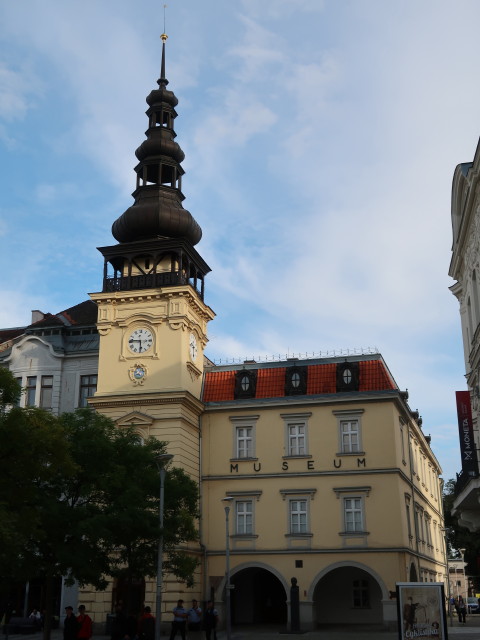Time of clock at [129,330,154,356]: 5:45
